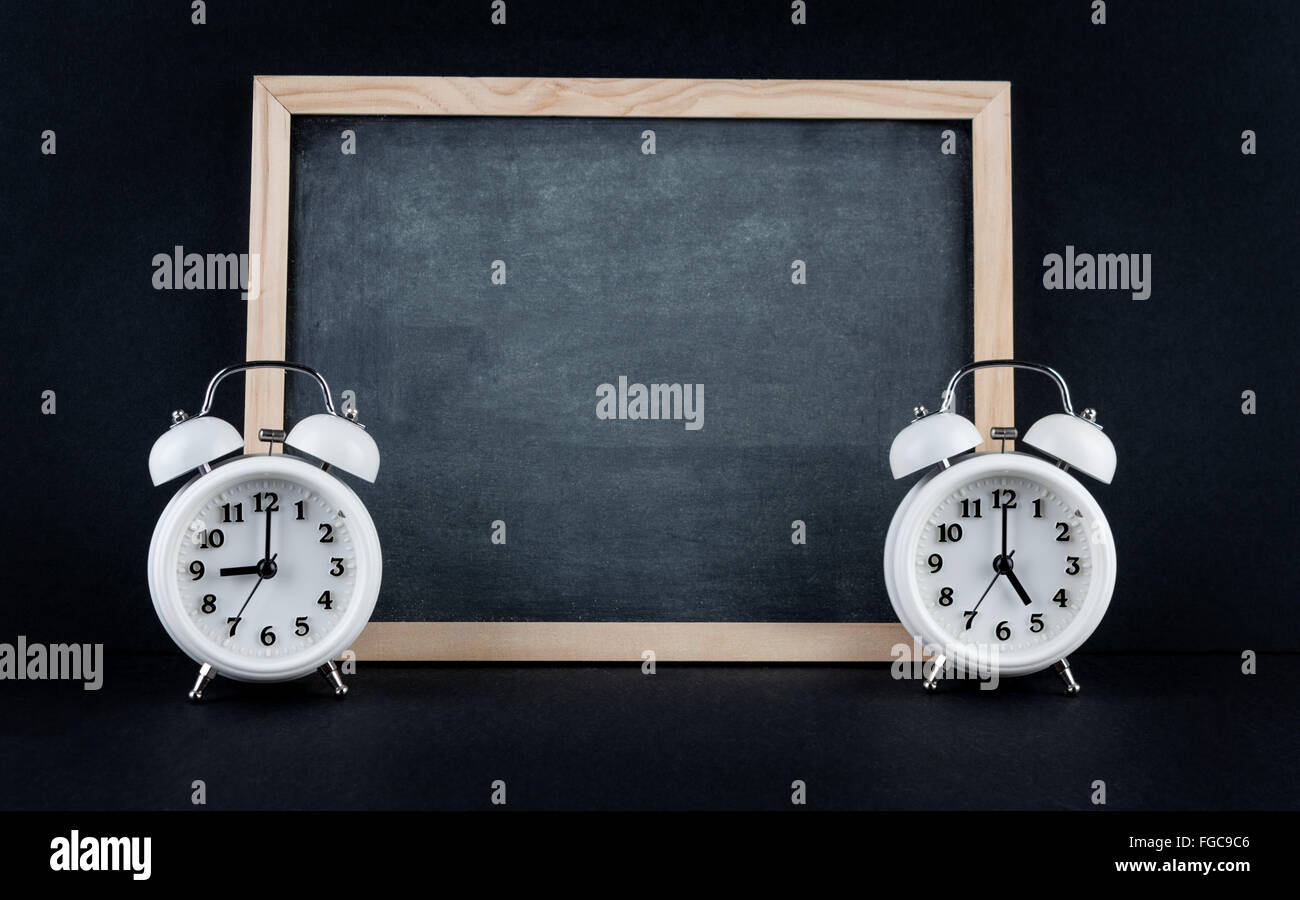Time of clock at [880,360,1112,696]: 5:00
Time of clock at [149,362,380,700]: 9:00
